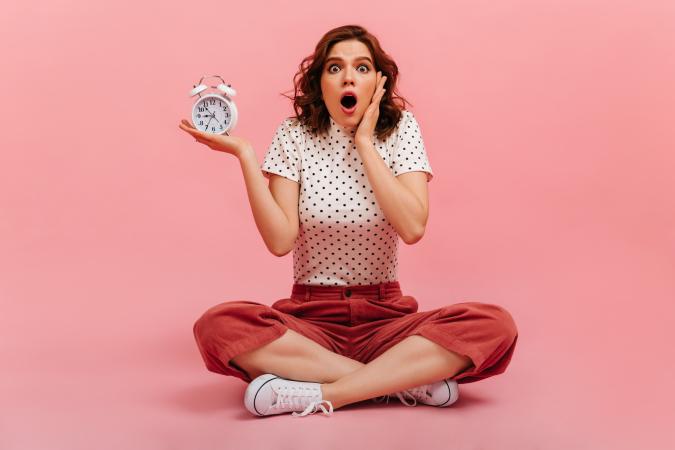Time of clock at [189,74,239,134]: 8:53
